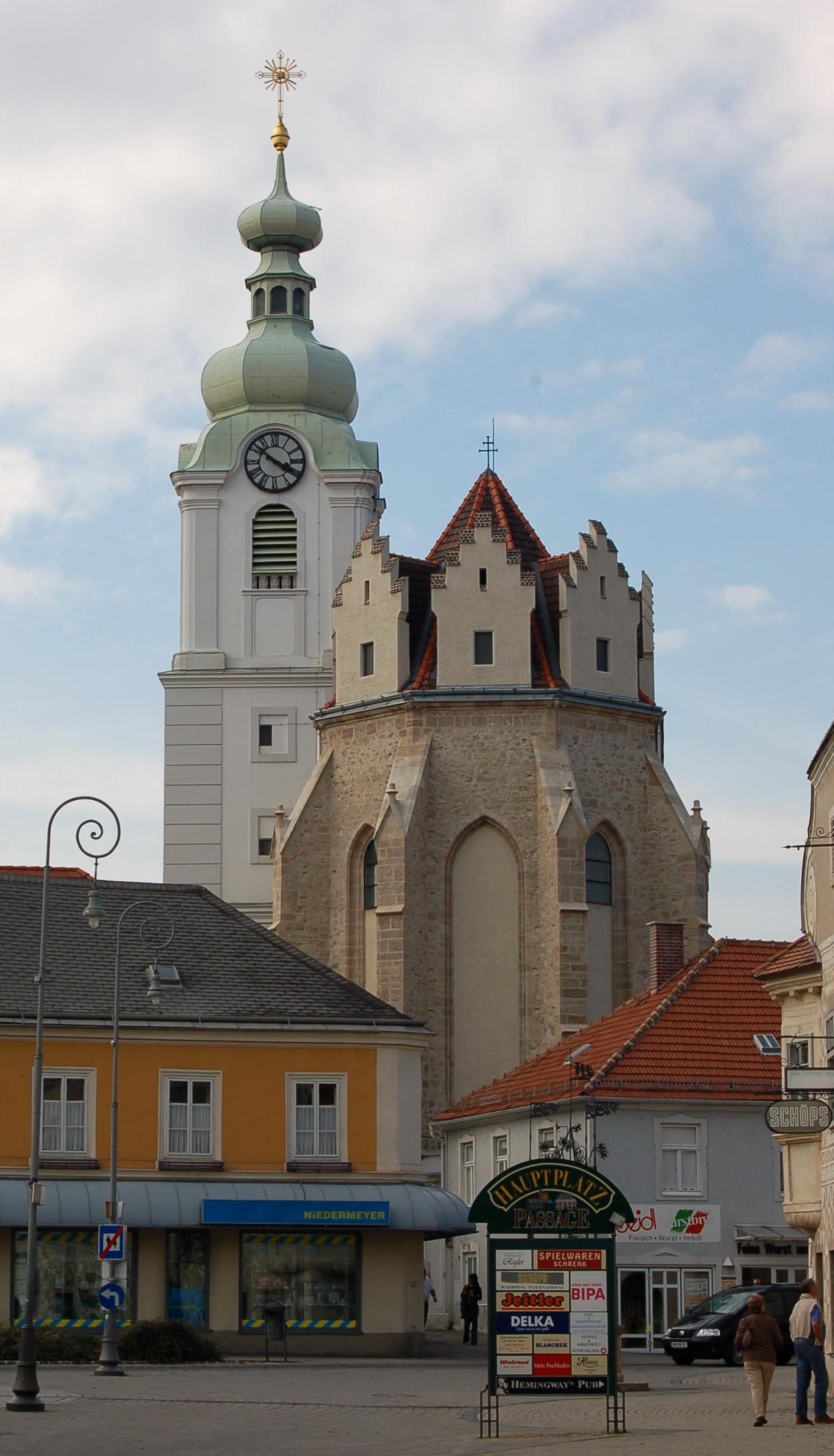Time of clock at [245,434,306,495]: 3:51
